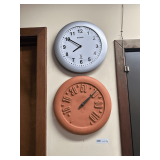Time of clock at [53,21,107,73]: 7:50
